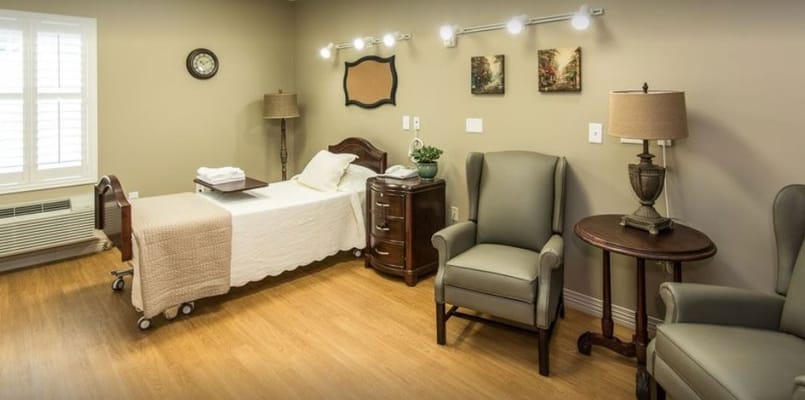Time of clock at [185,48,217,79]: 10:11
